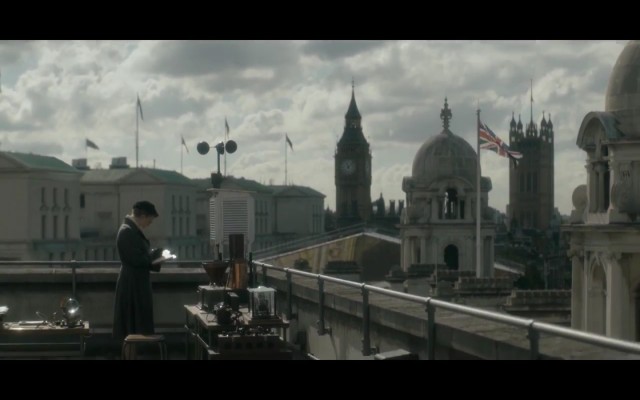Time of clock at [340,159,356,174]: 11:07
